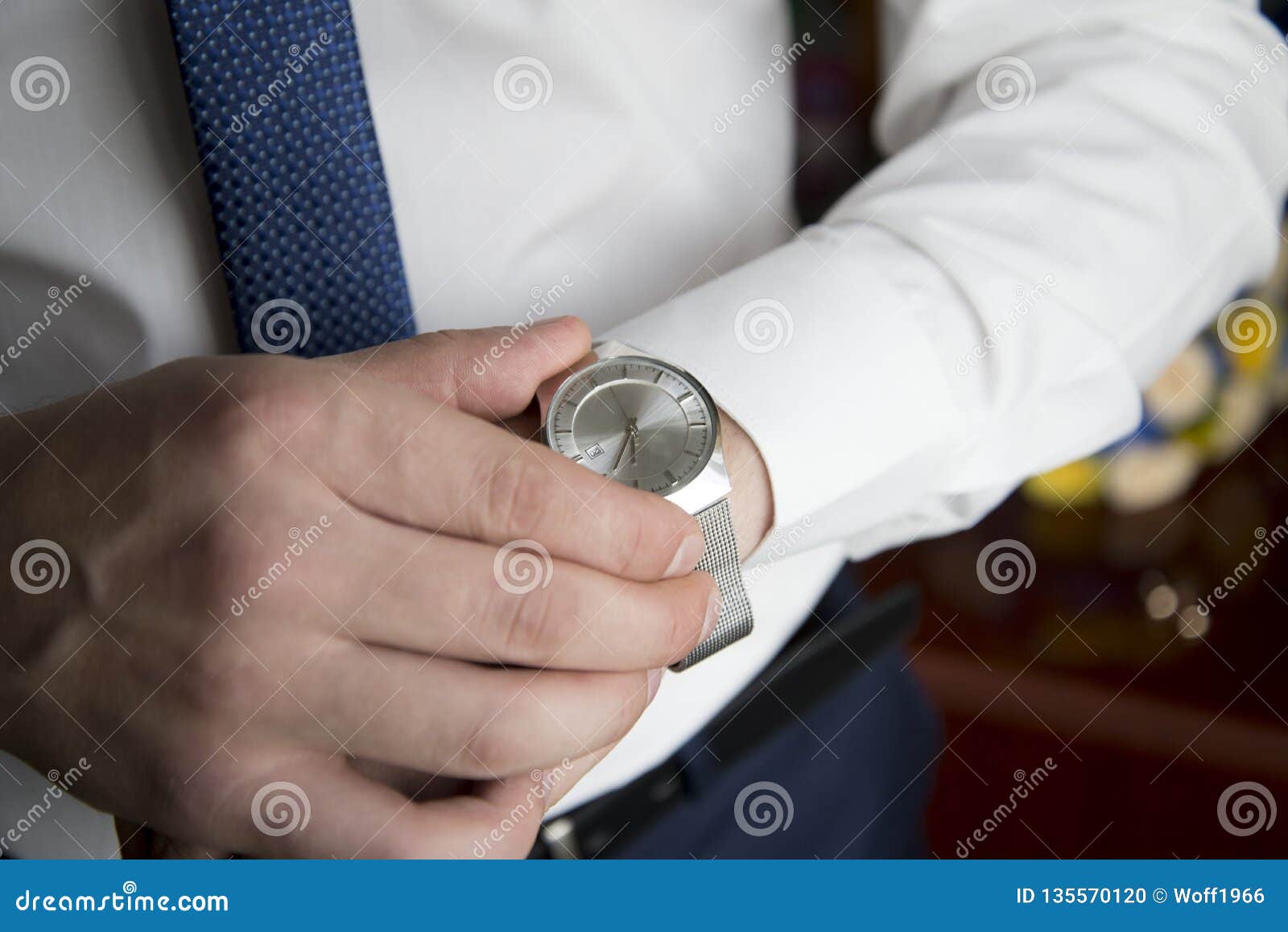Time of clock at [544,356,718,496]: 6:35
